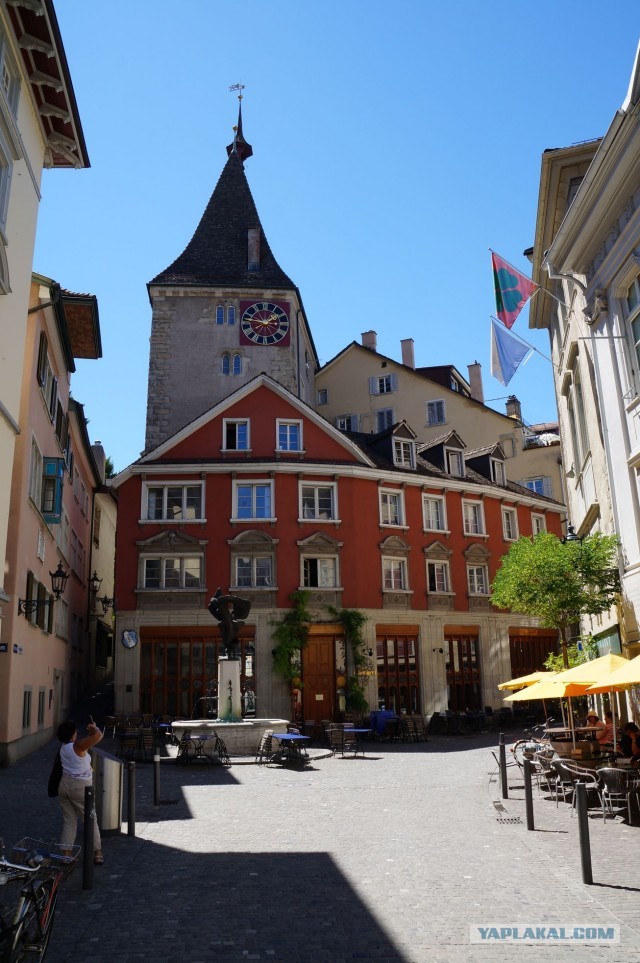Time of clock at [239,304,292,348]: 1:46
